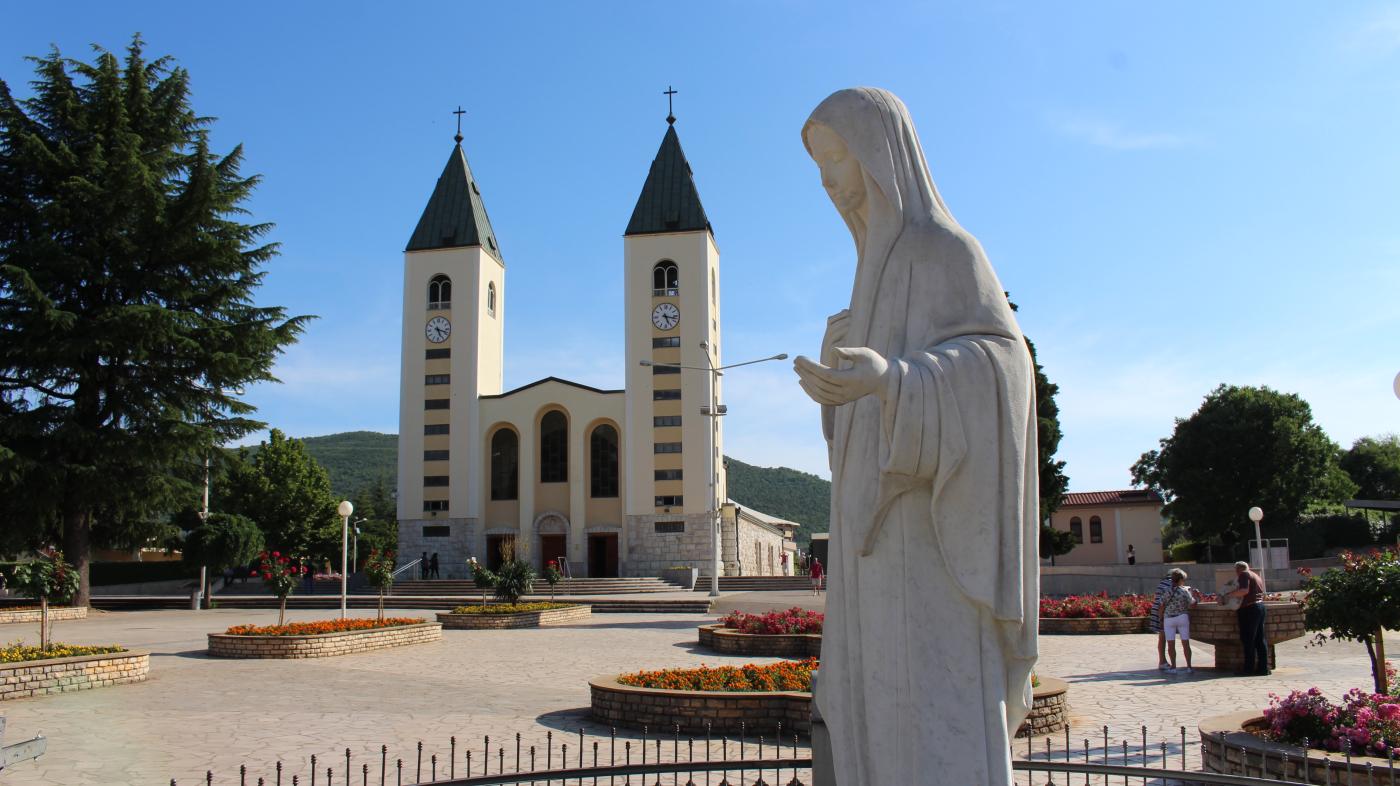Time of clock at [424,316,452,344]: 5:18
